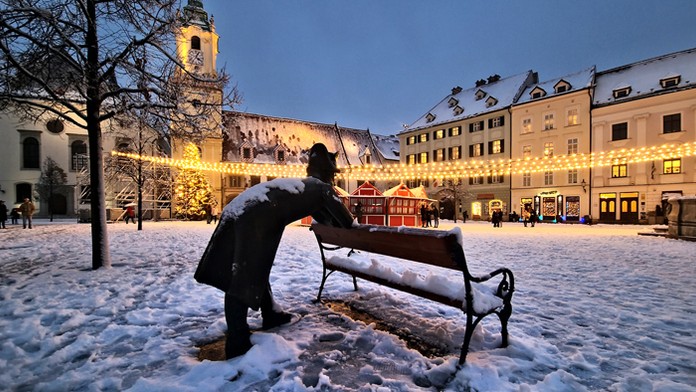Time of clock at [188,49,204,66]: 4:04
